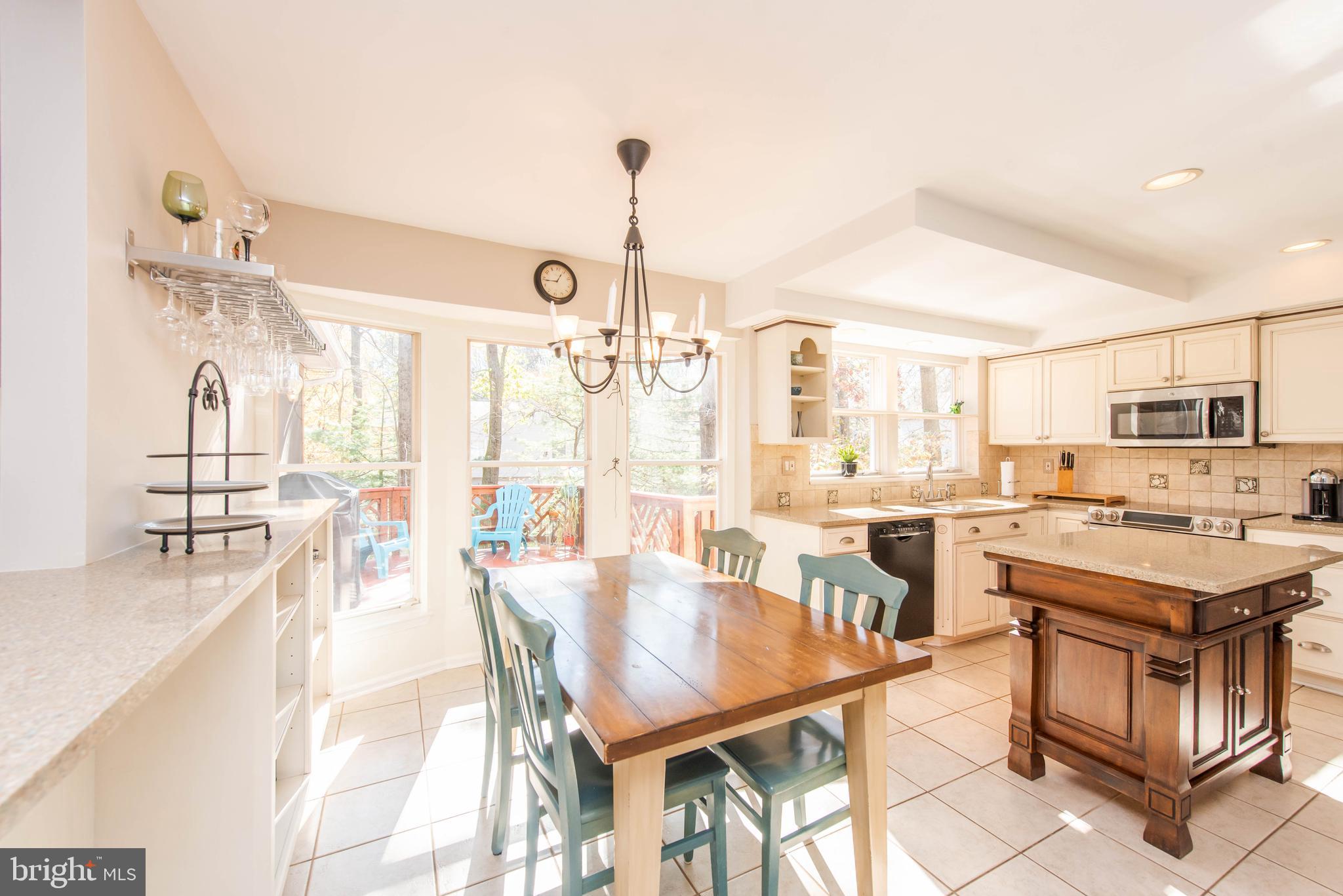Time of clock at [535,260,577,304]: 12:43
